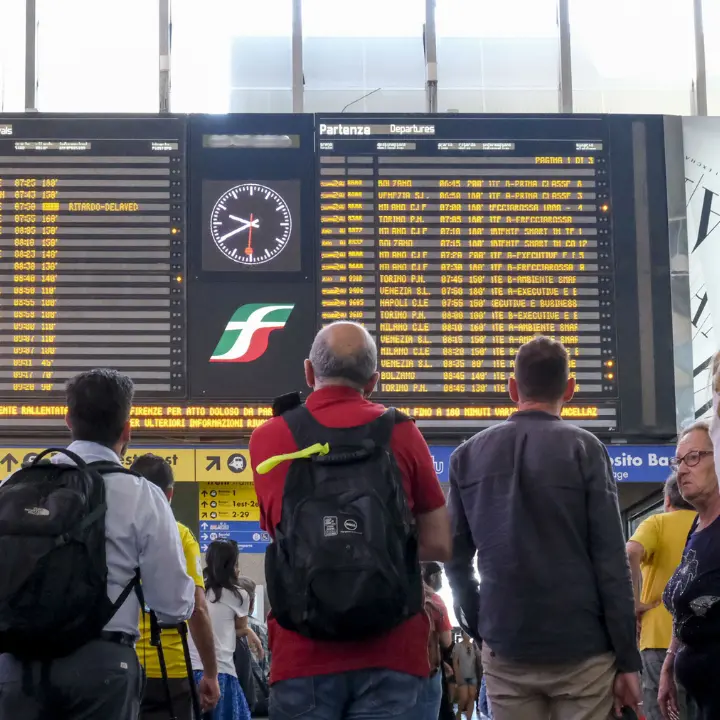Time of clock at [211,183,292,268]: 9:40
